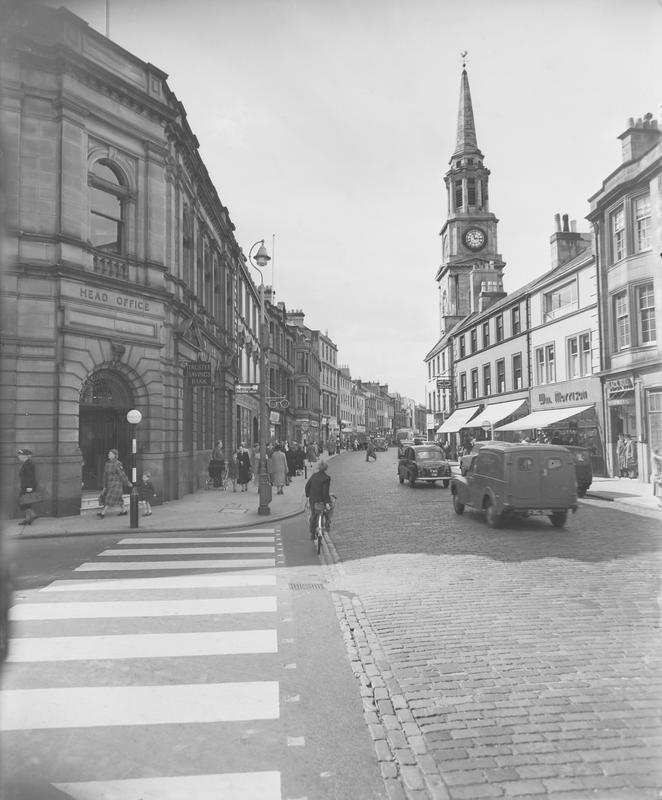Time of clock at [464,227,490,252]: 11:14
